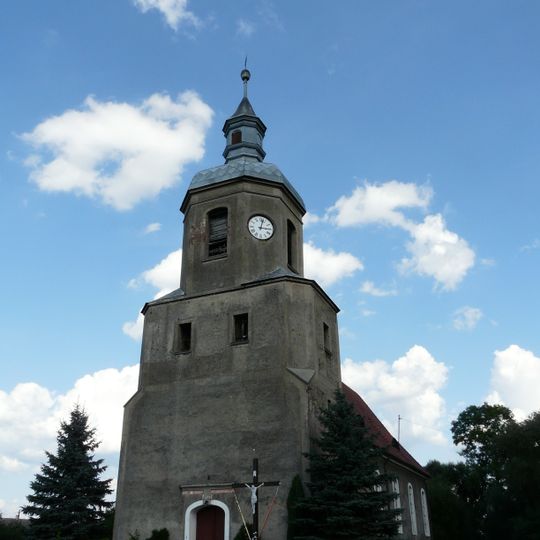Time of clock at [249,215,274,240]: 3:02
